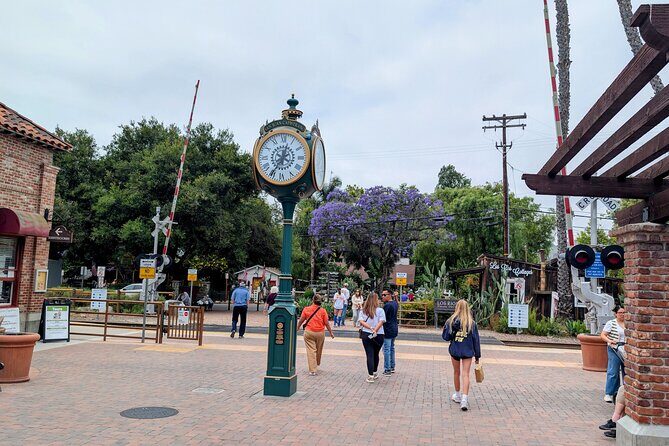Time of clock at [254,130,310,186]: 12:35
